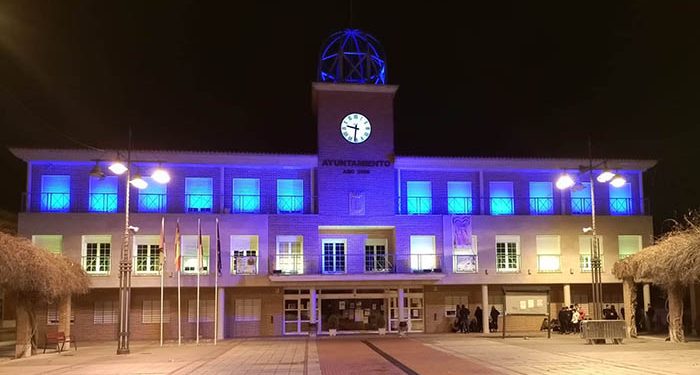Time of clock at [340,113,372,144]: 9:31
